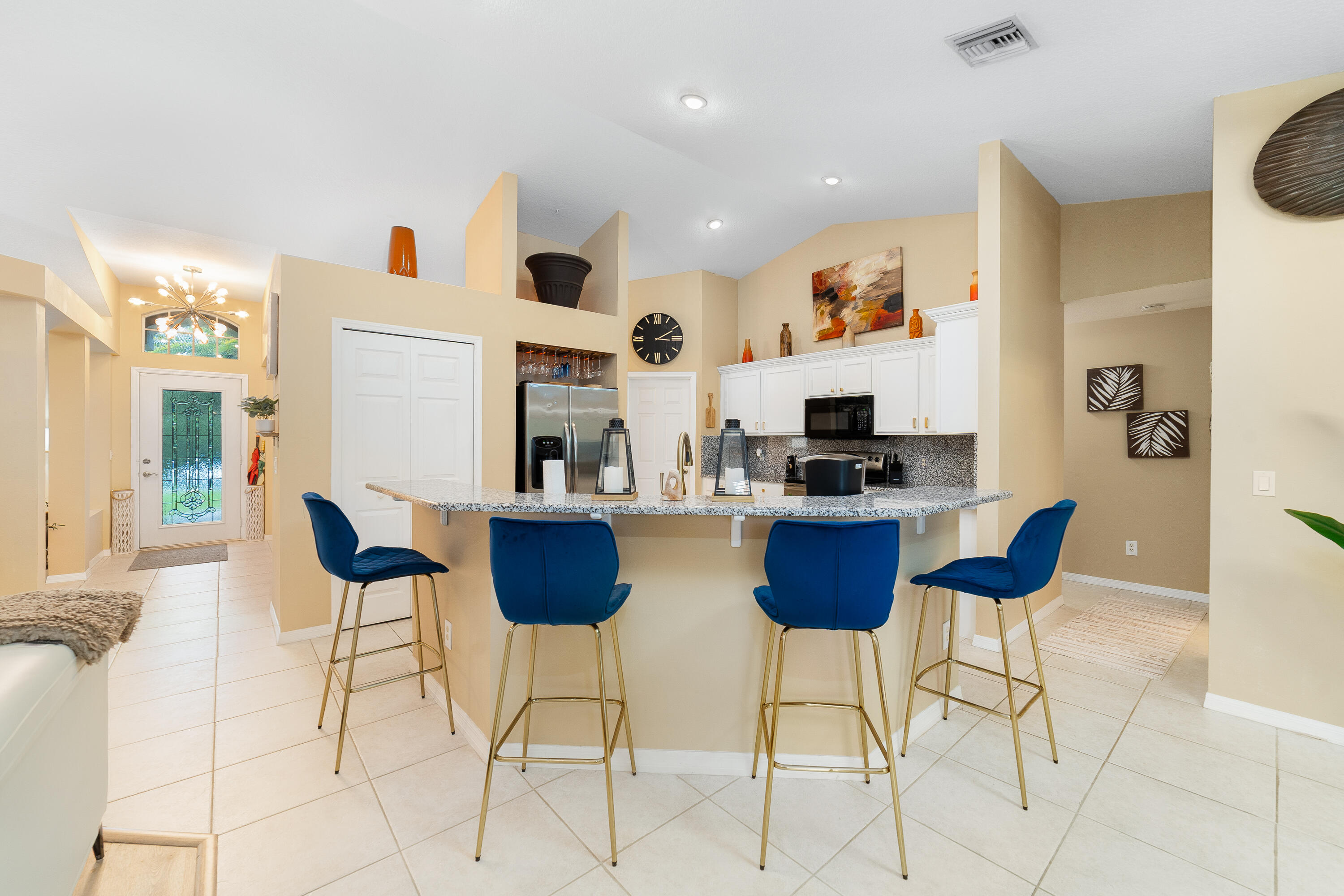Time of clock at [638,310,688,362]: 3:10
